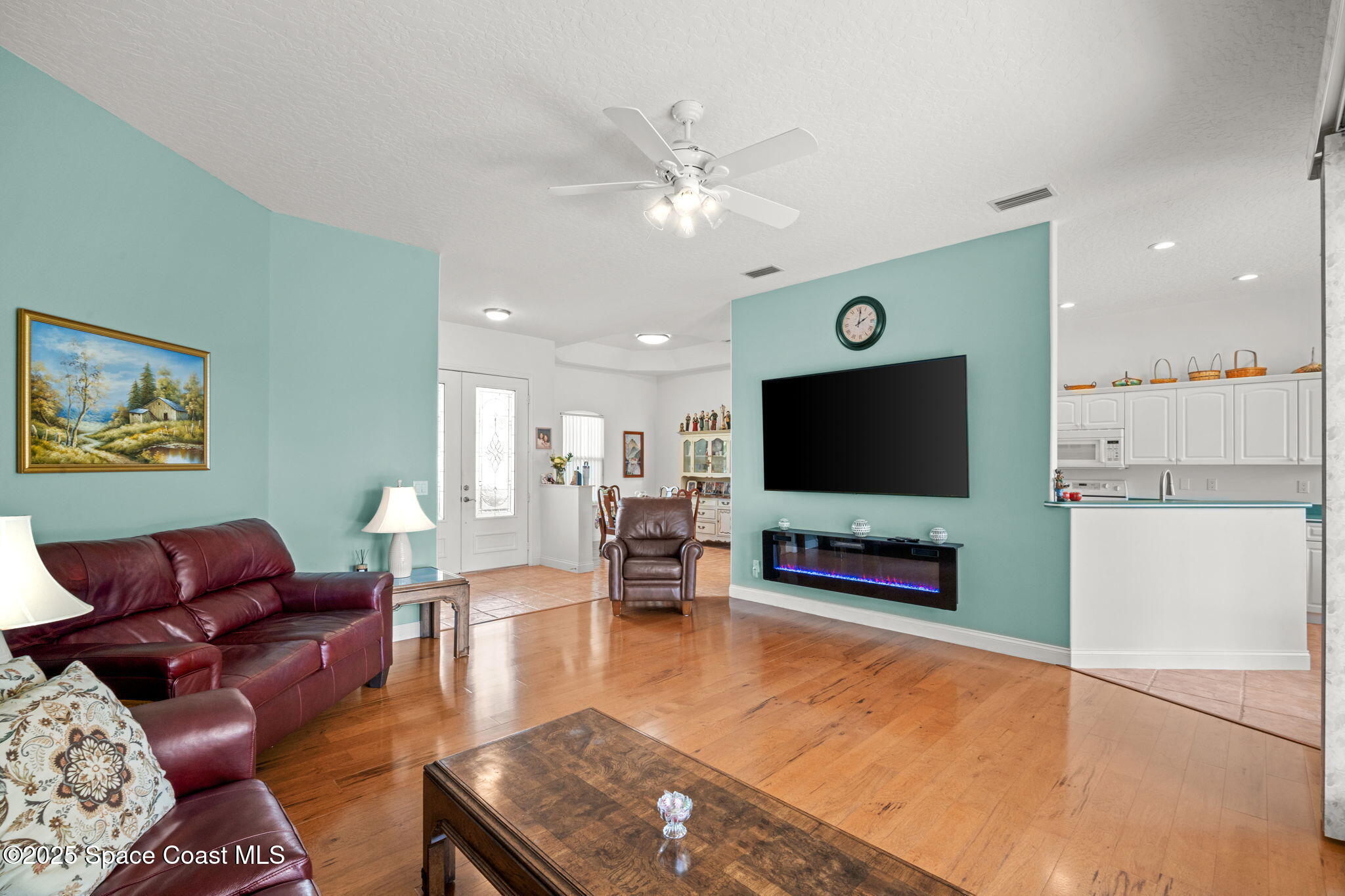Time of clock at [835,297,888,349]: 2:01
